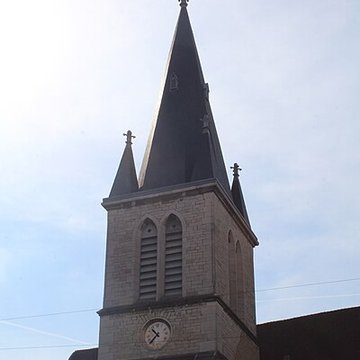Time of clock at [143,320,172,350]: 10:37
